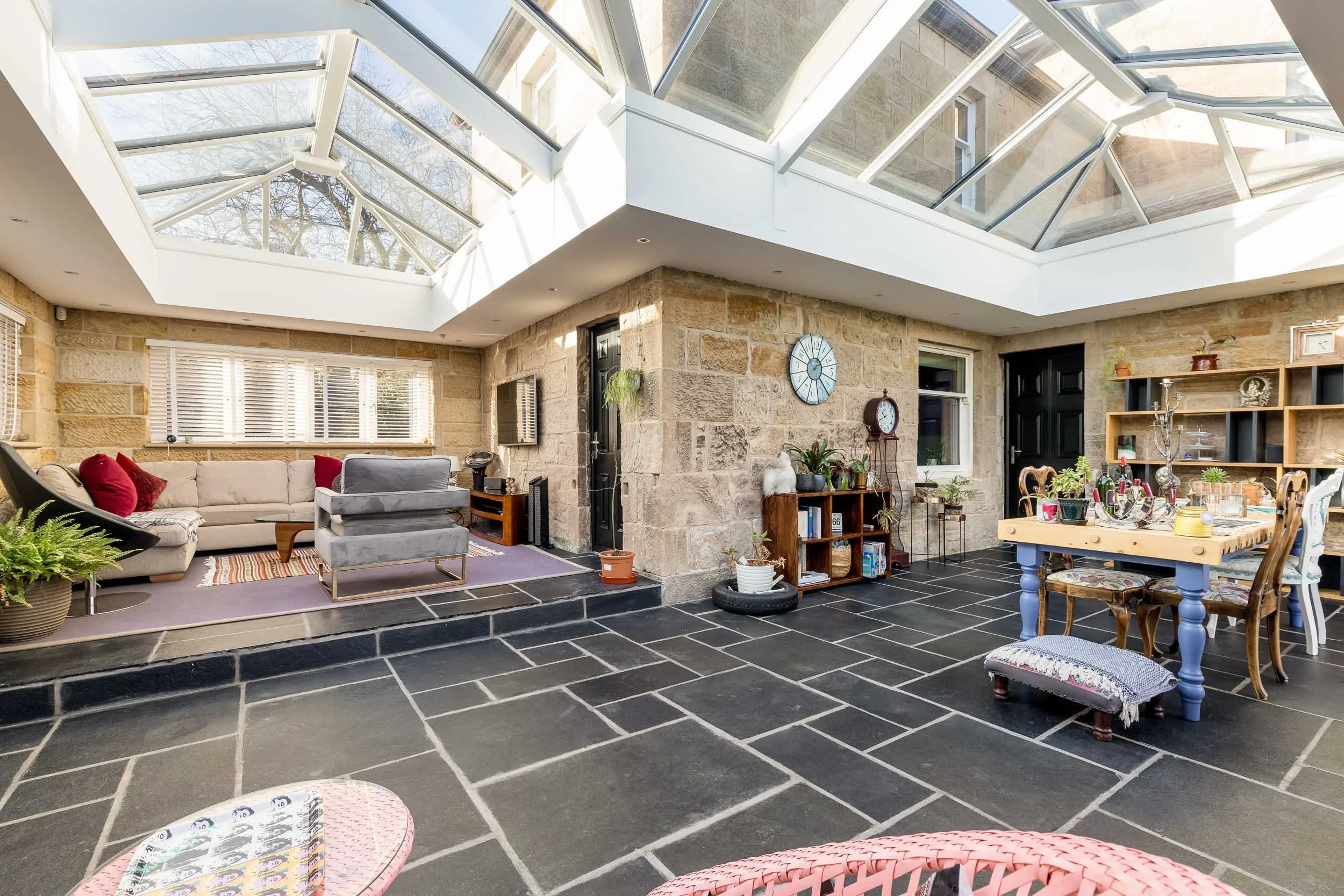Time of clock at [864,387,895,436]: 10:41
